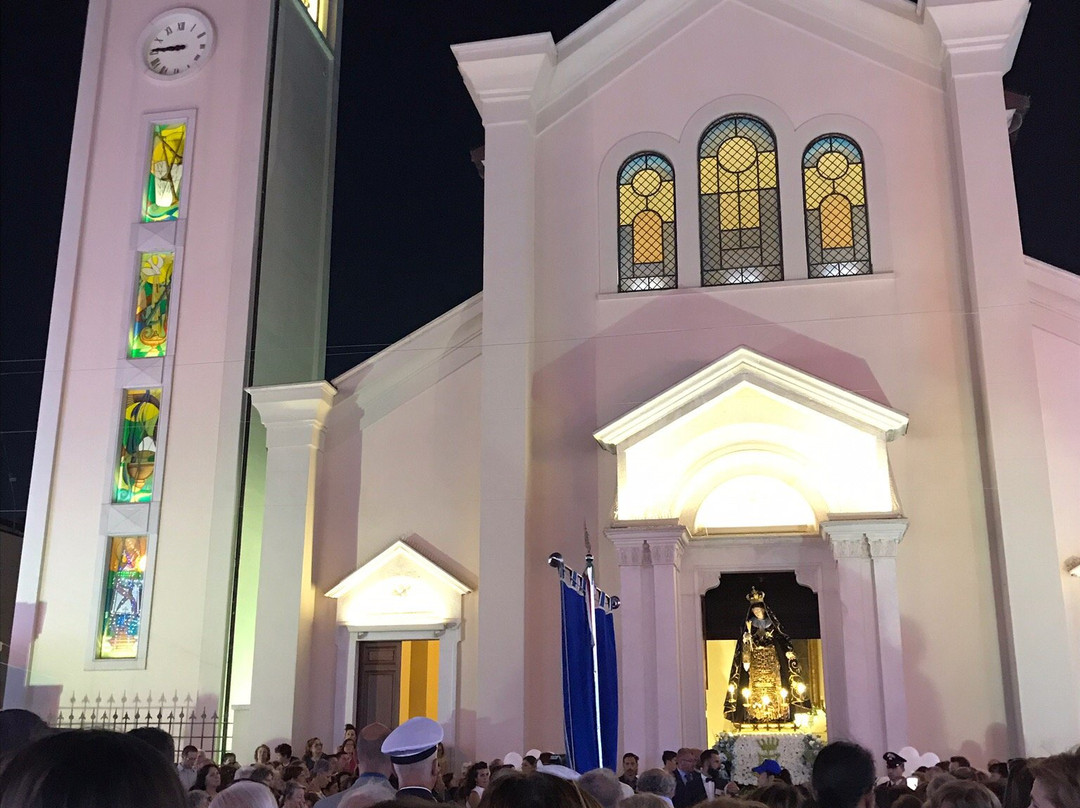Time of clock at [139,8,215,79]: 8:45
